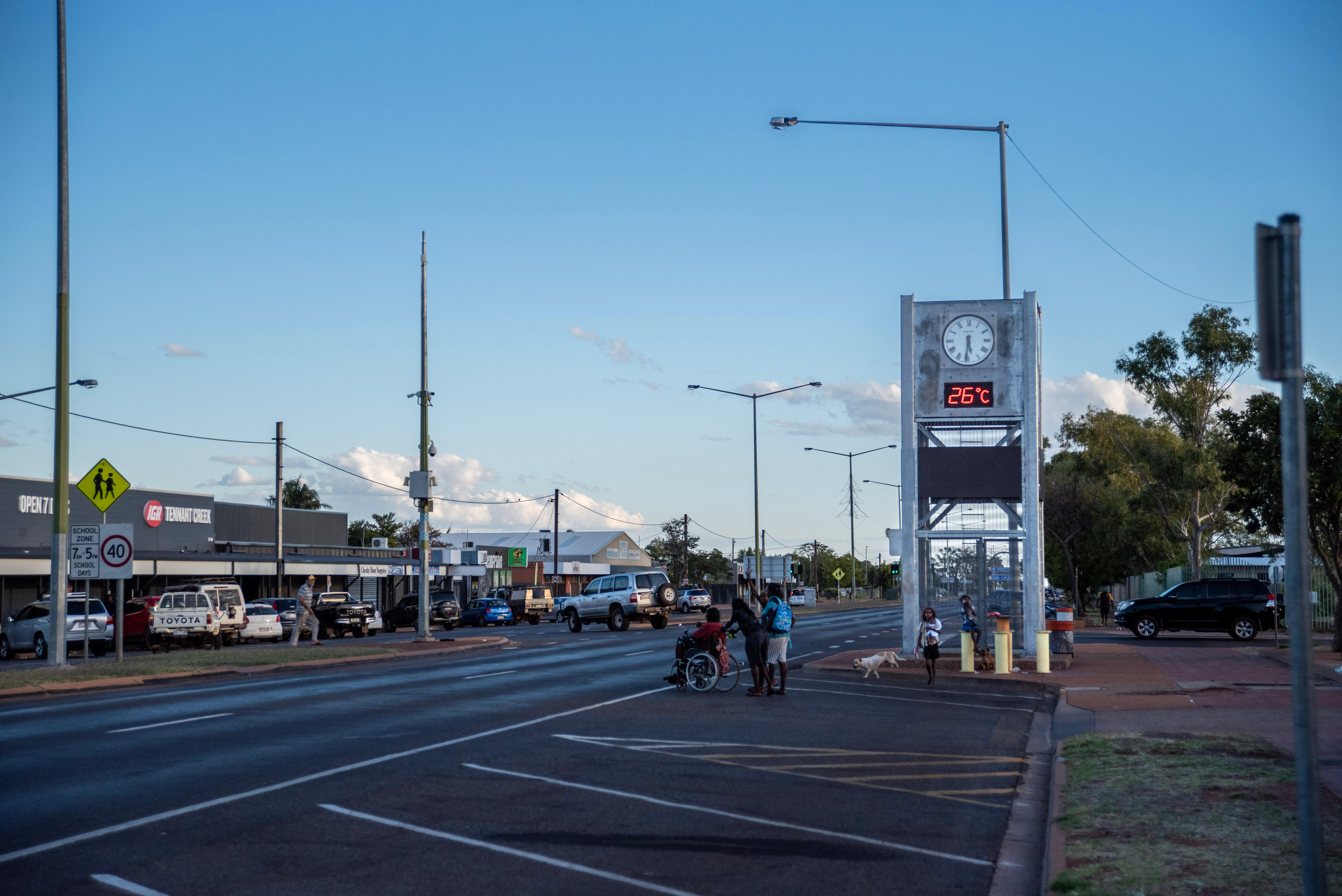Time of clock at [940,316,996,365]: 5:31
